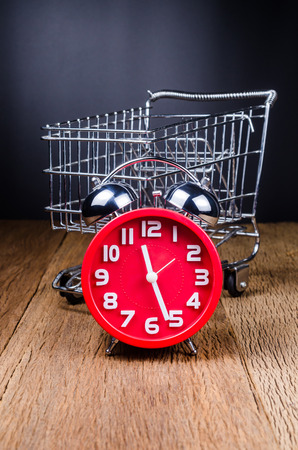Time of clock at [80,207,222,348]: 11:26
